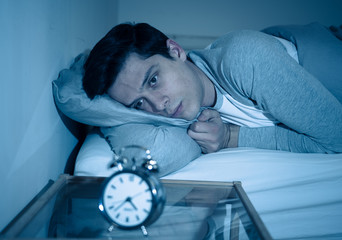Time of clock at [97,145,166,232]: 4:37
